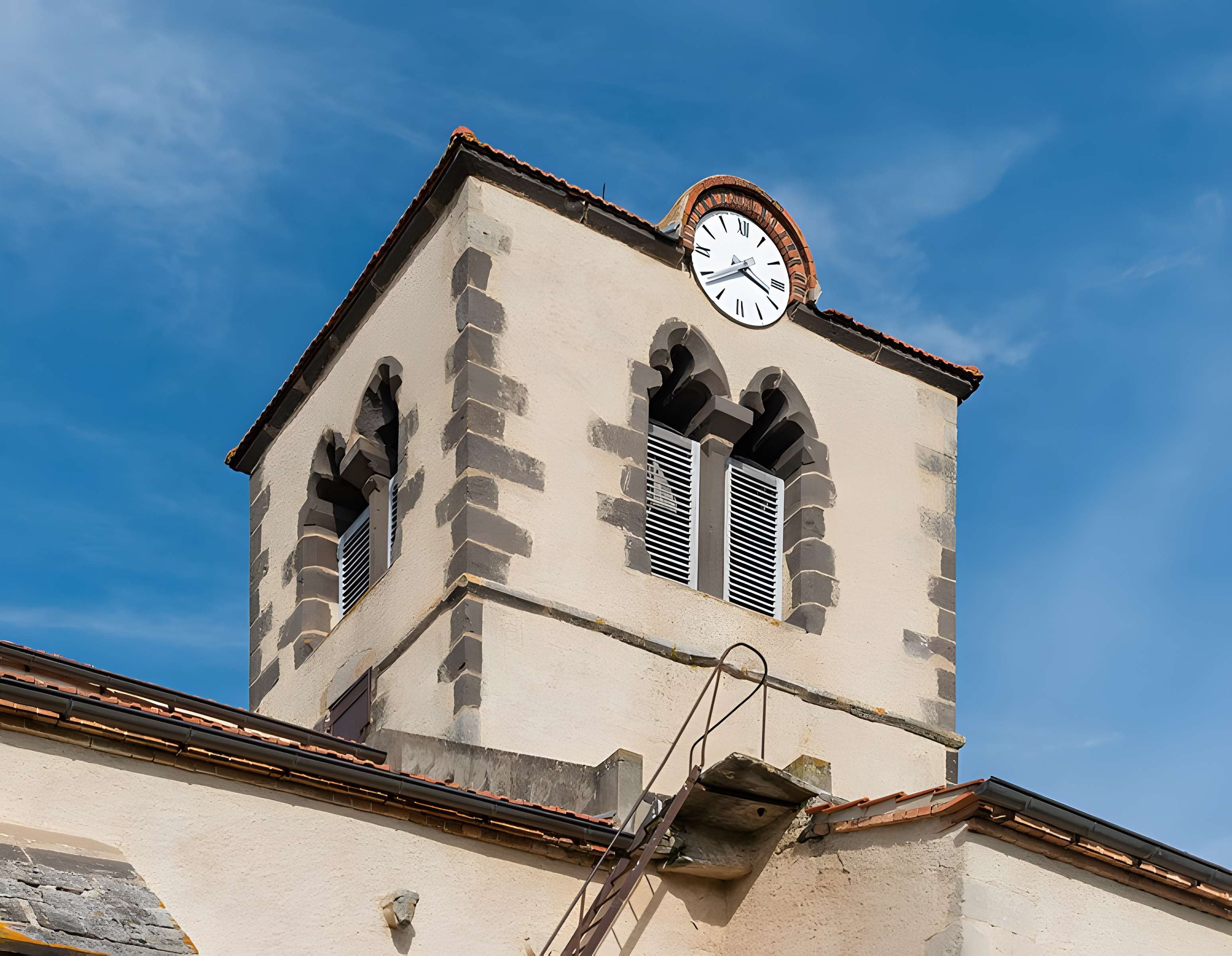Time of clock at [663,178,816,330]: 3:38
